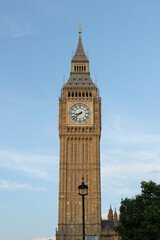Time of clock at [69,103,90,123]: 8:38
